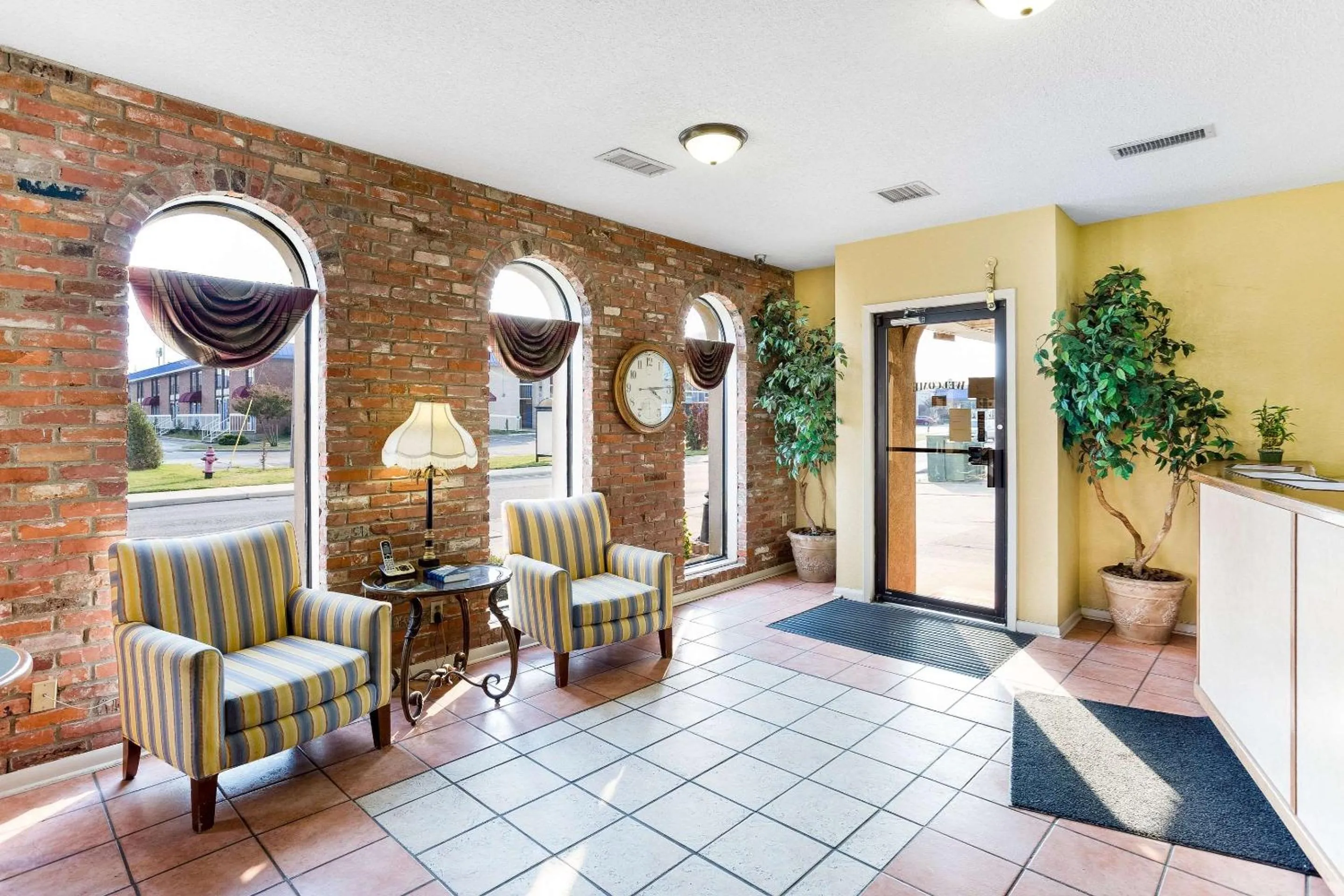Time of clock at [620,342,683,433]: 4:14
